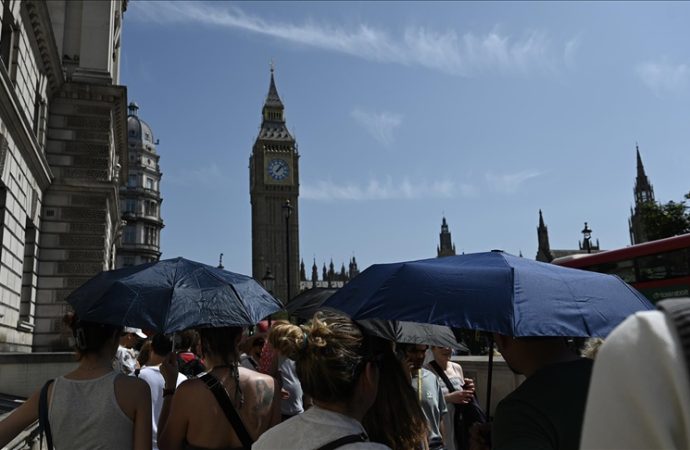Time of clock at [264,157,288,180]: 1:08
